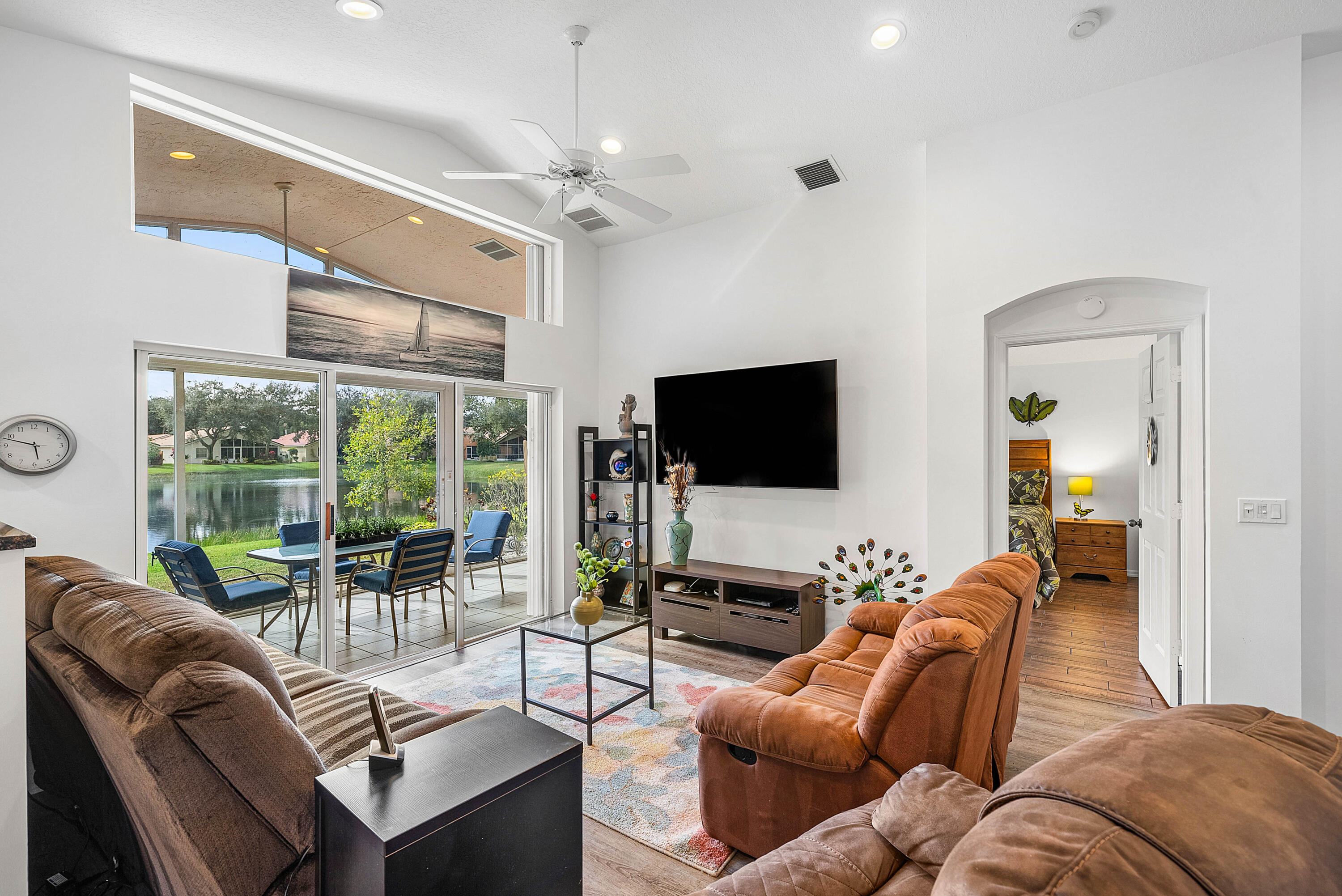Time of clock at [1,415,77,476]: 5:47
